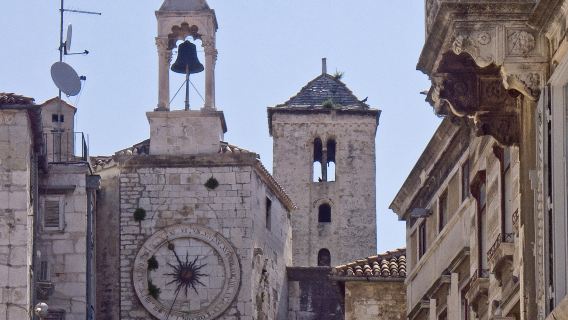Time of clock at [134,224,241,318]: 12:55
